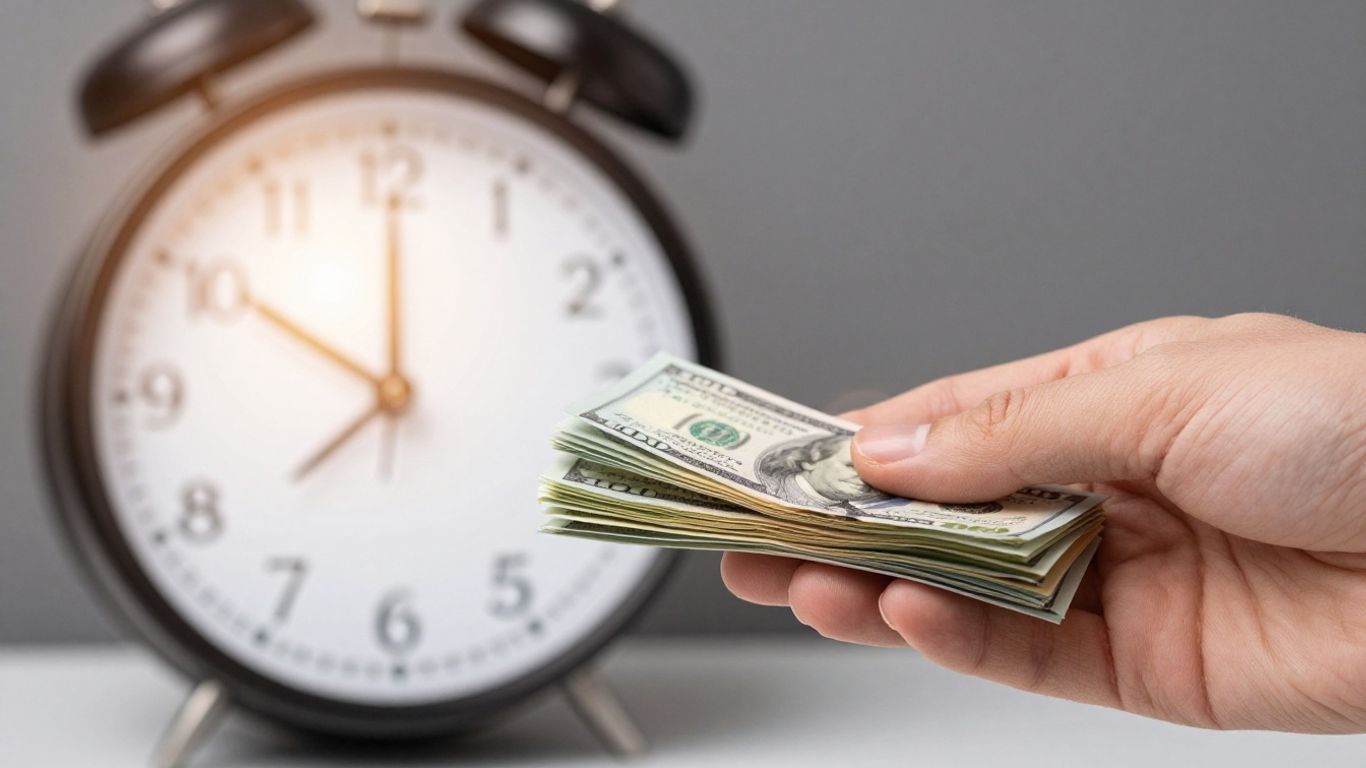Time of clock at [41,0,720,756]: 10:00
